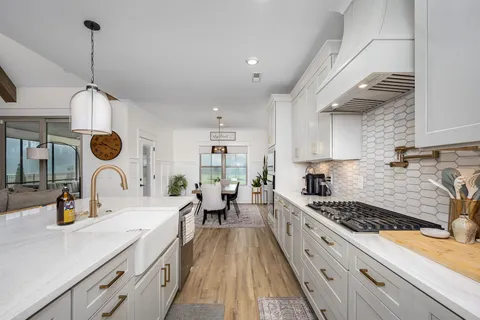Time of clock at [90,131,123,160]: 9:20
